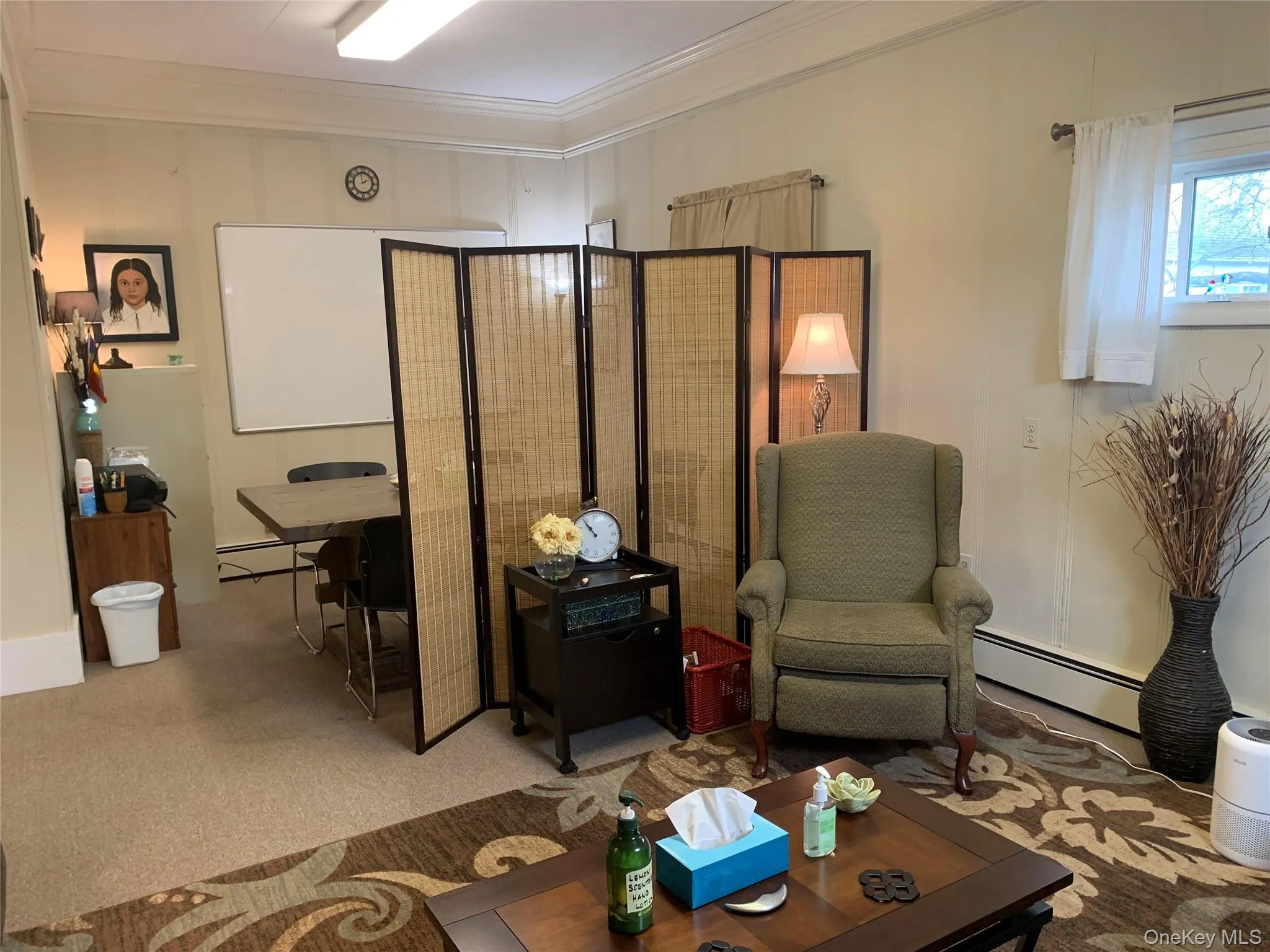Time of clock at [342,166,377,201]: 1:57
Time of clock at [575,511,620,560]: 10:53
